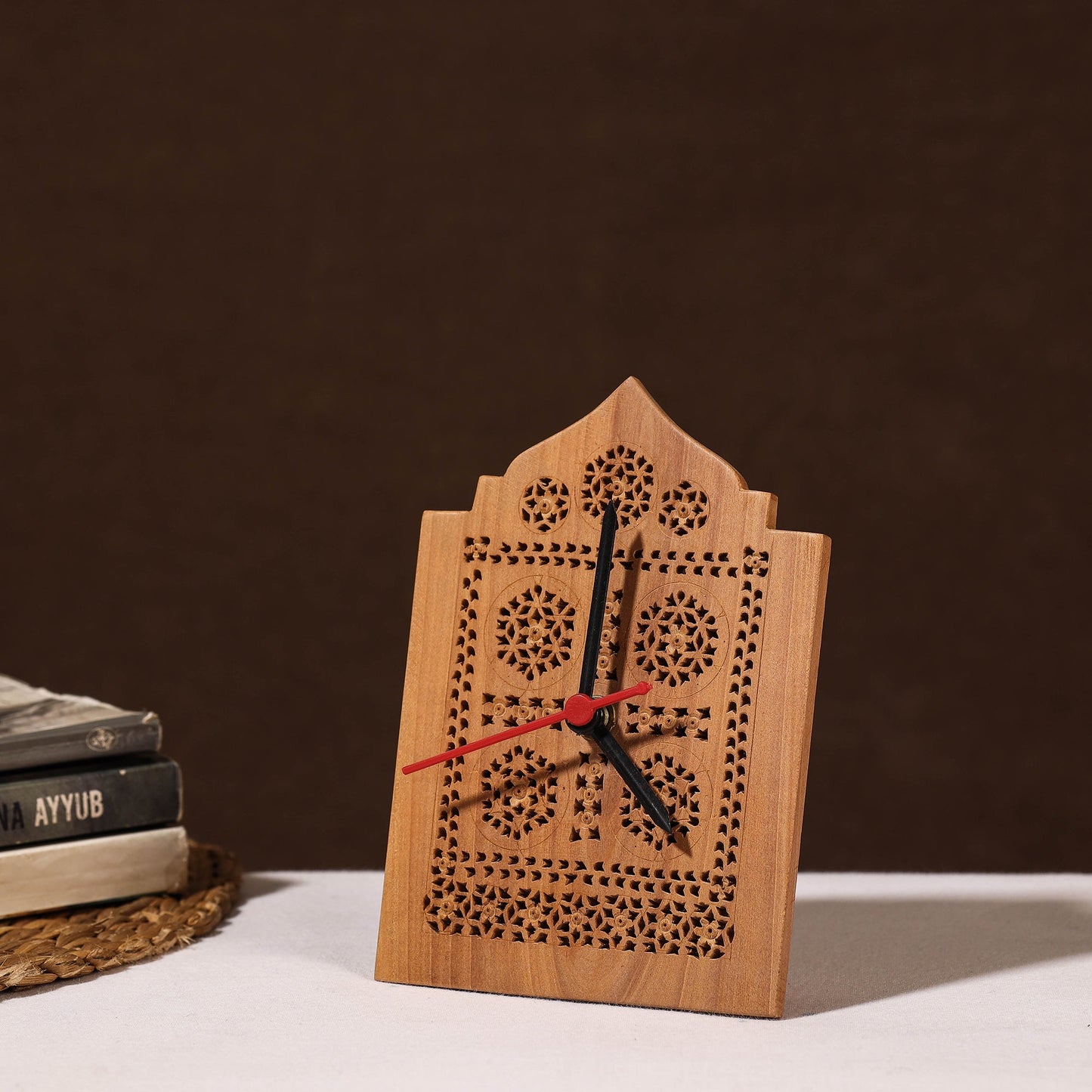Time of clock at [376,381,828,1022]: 4:00
